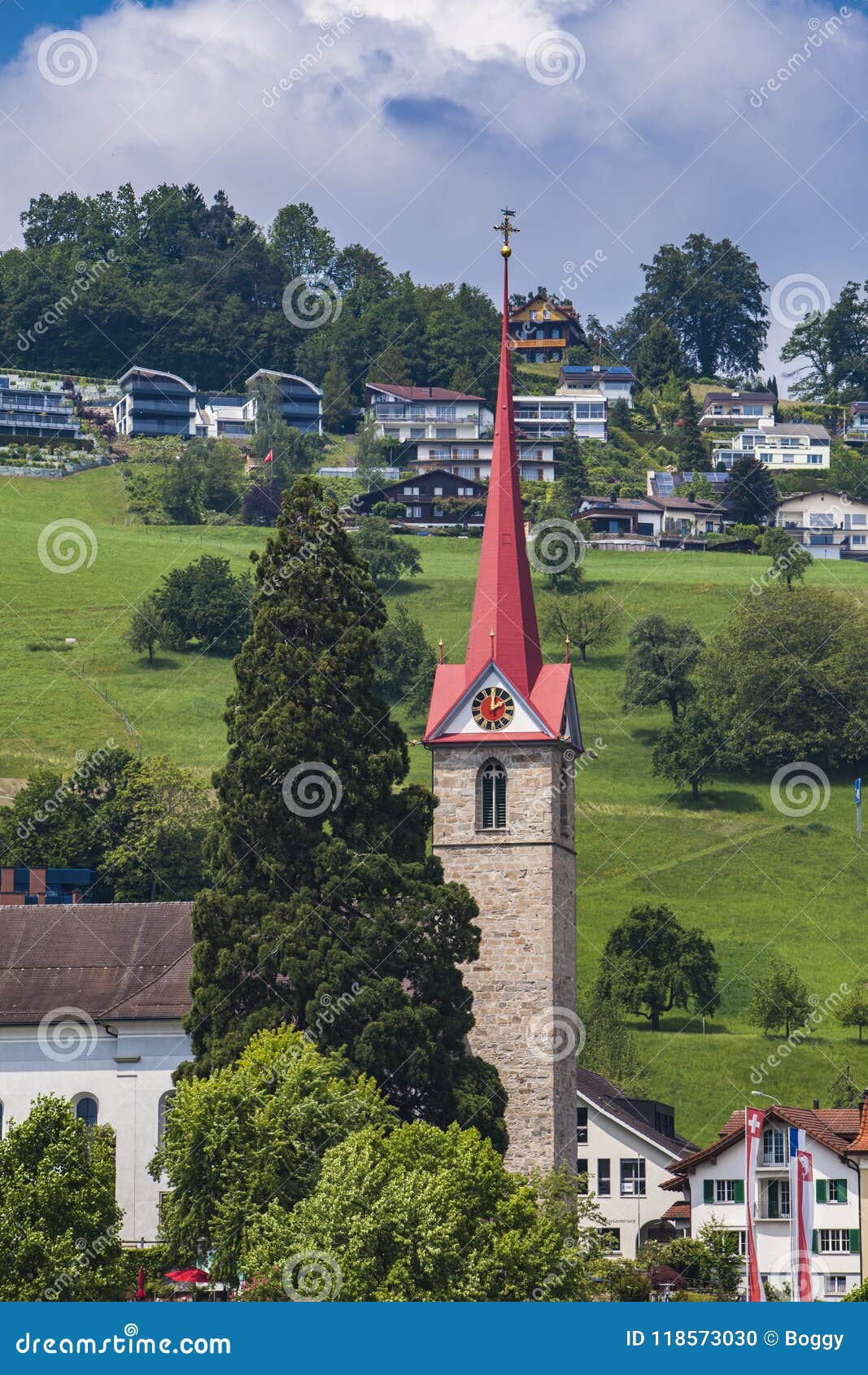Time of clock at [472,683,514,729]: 2:00
